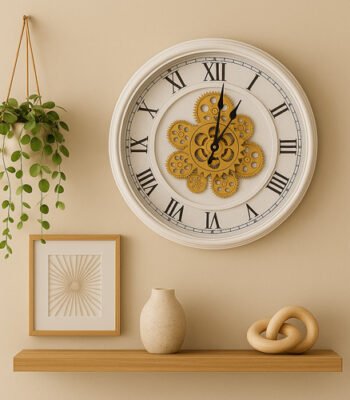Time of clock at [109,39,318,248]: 1:01
